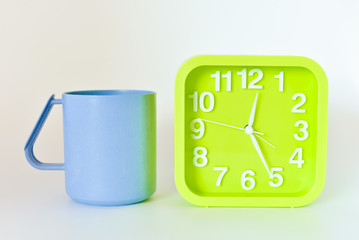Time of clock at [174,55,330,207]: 12:25
